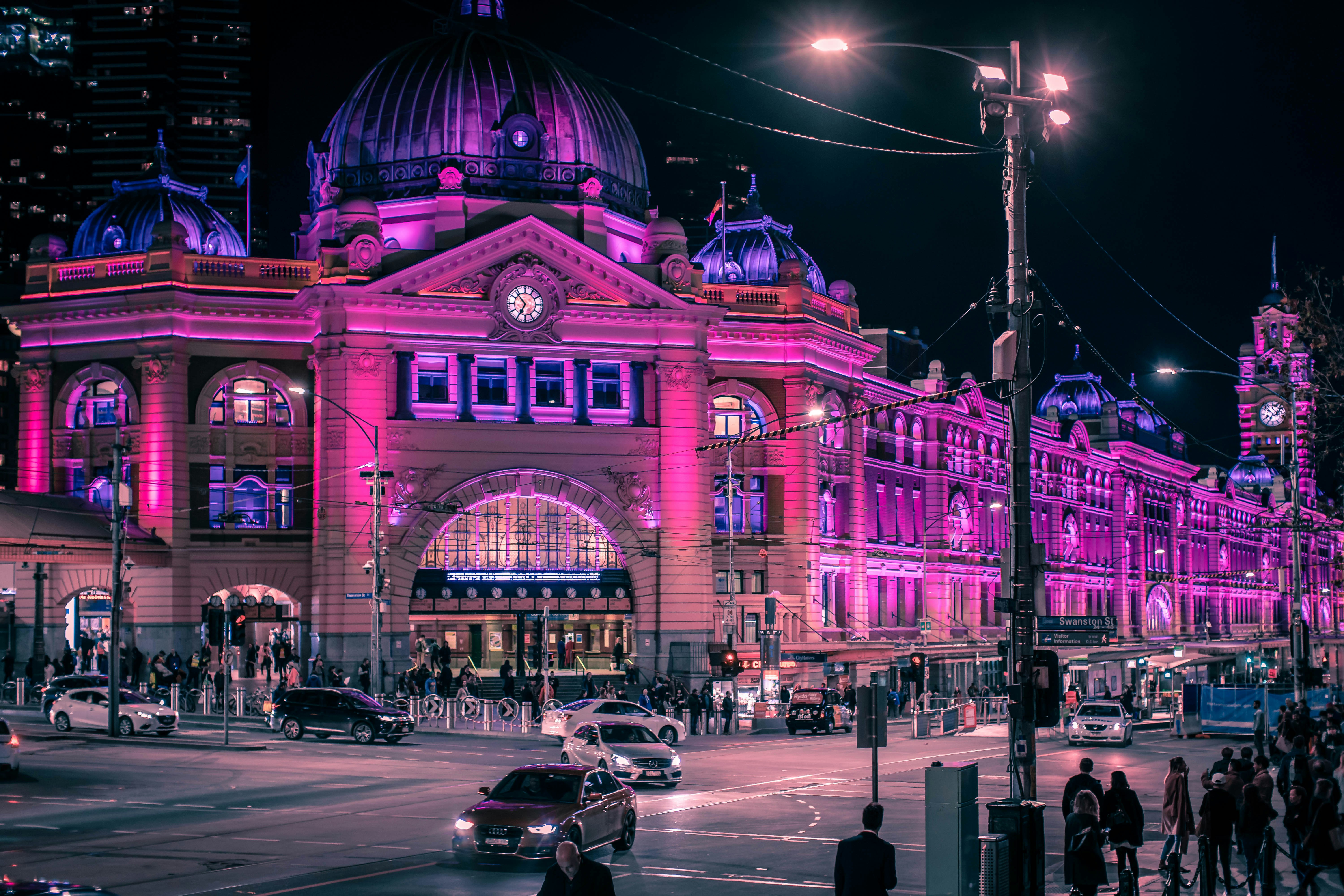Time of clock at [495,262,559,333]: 6:53
